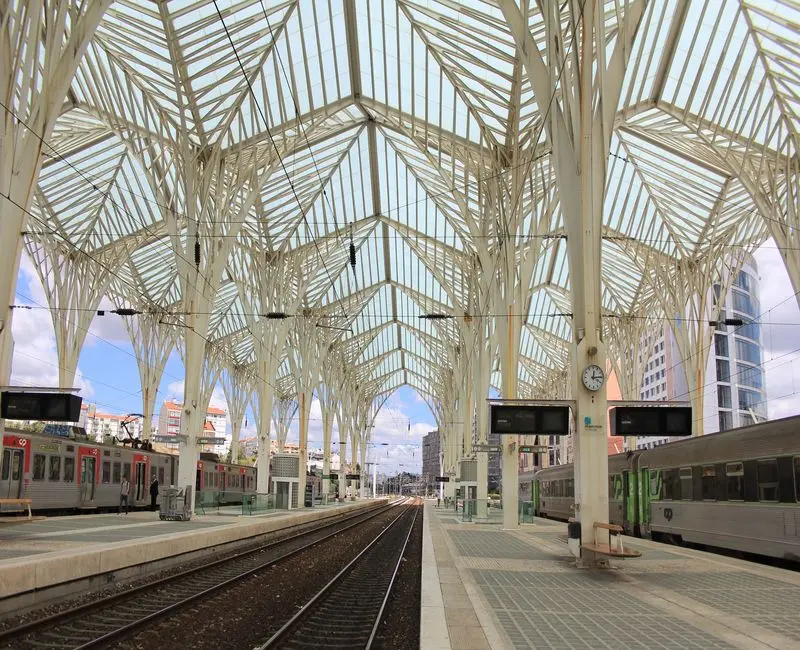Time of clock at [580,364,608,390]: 12:14
